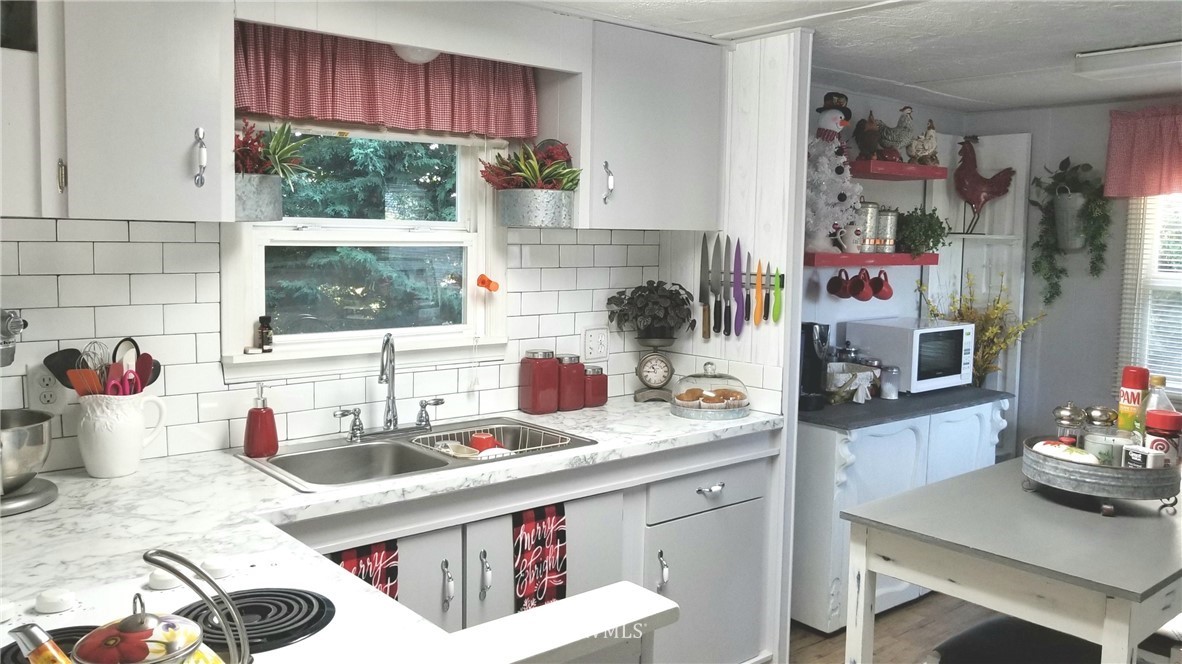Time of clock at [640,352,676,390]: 10:44
